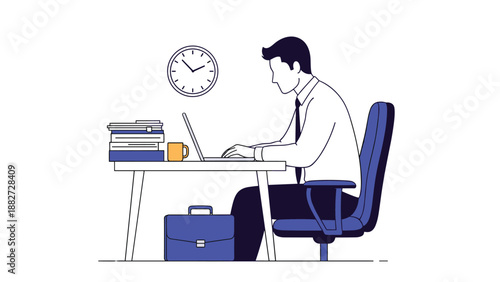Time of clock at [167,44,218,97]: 1:52
